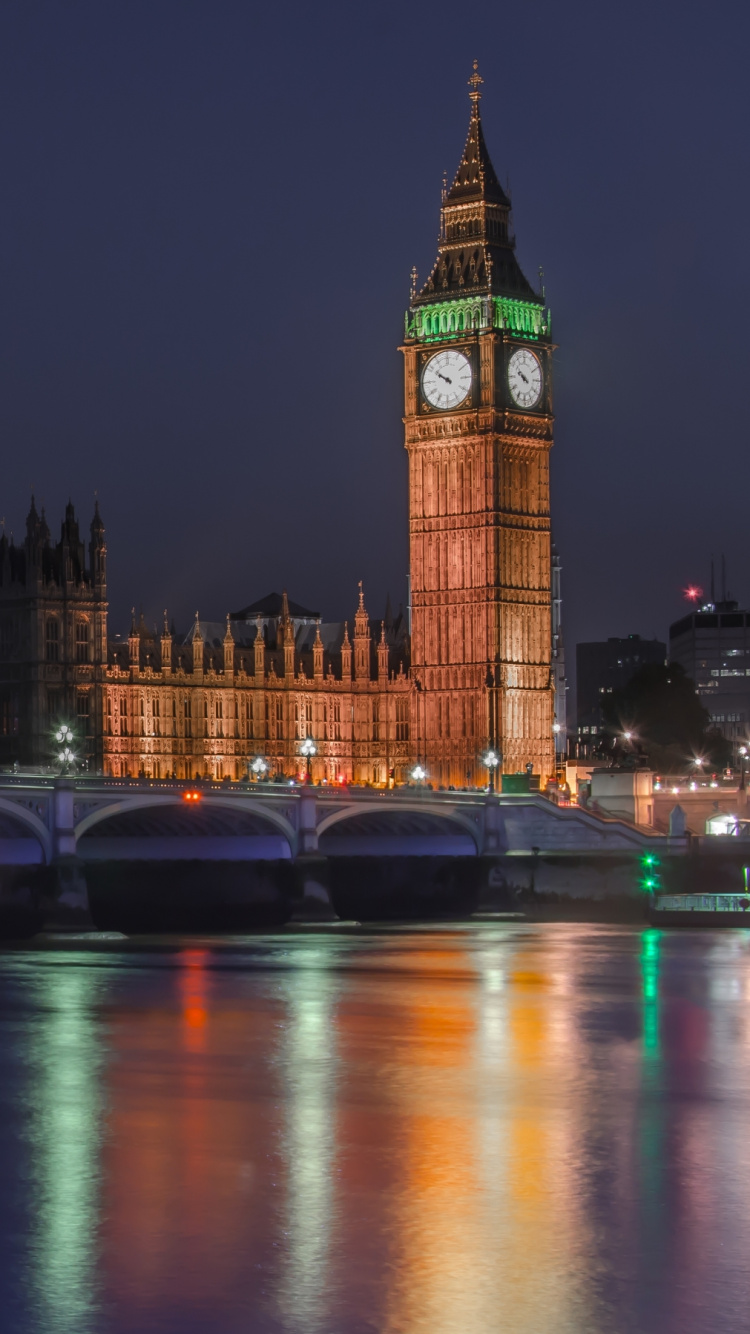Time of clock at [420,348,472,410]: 9:50
